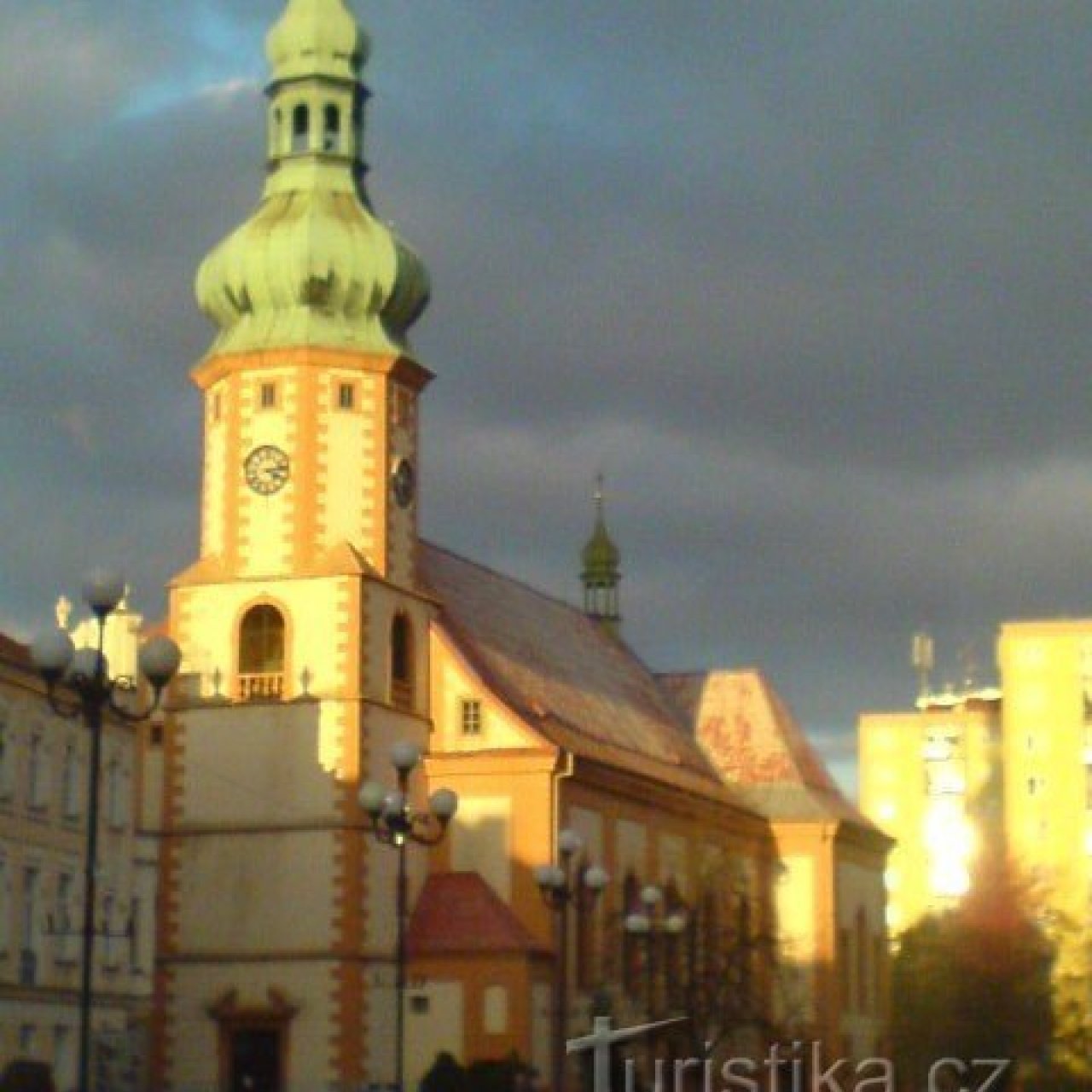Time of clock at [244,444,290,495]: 4:13
